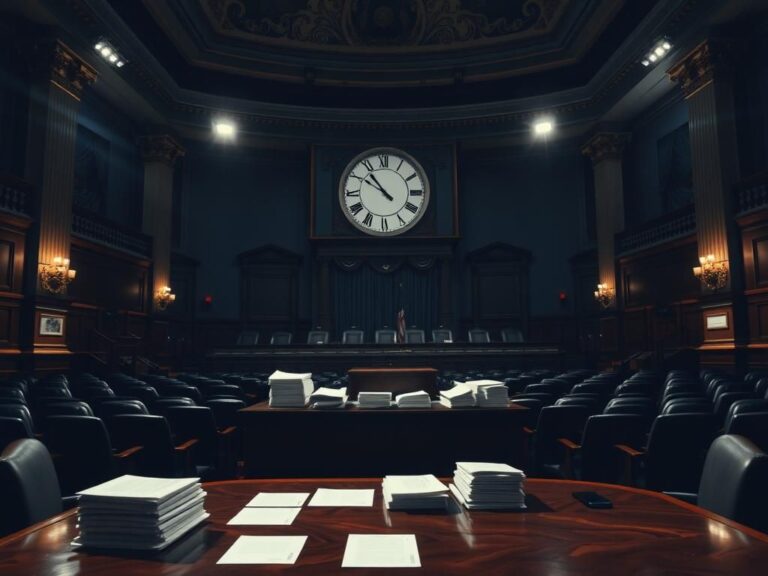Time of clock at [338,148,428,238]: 10:50
